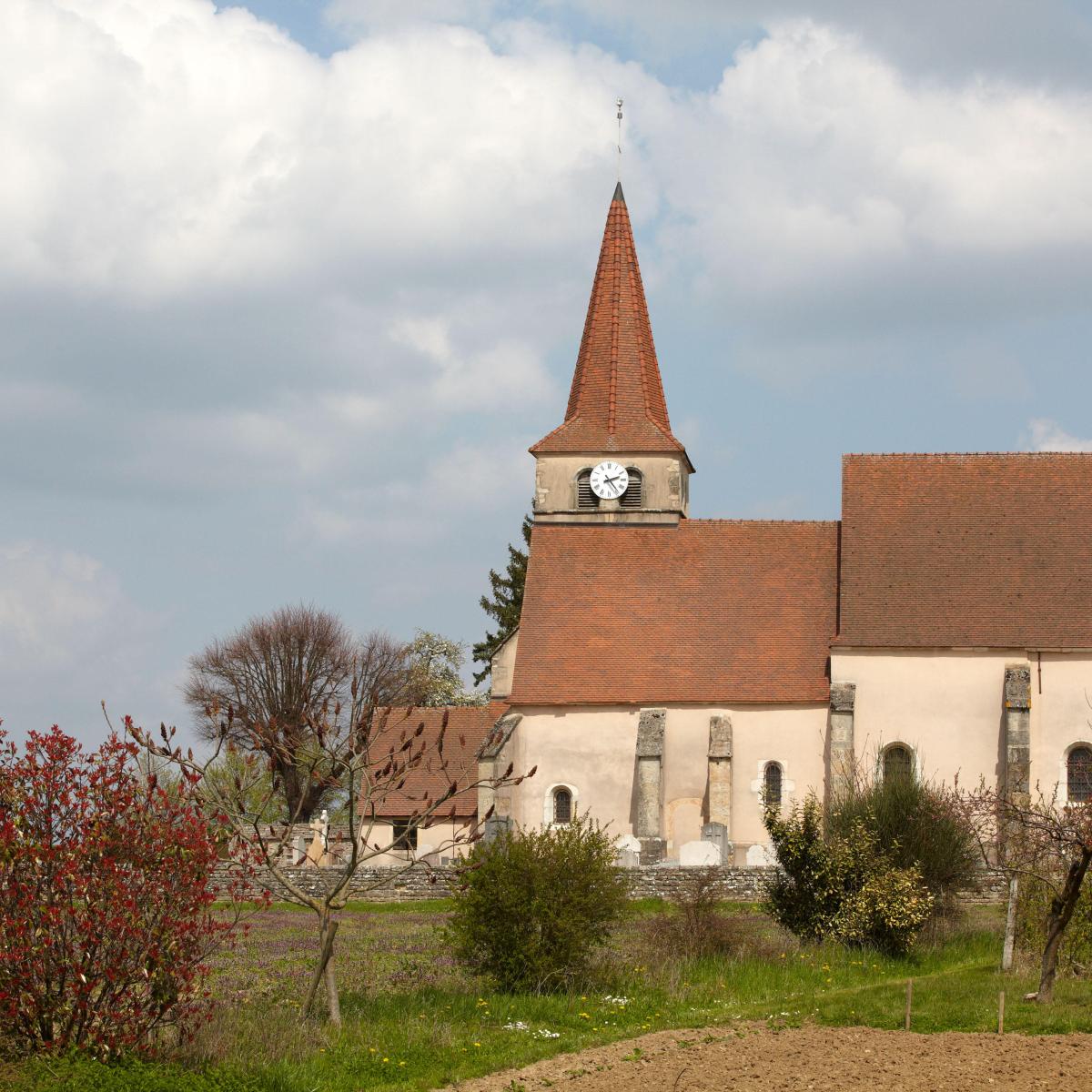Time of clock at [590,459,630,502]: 2:23
